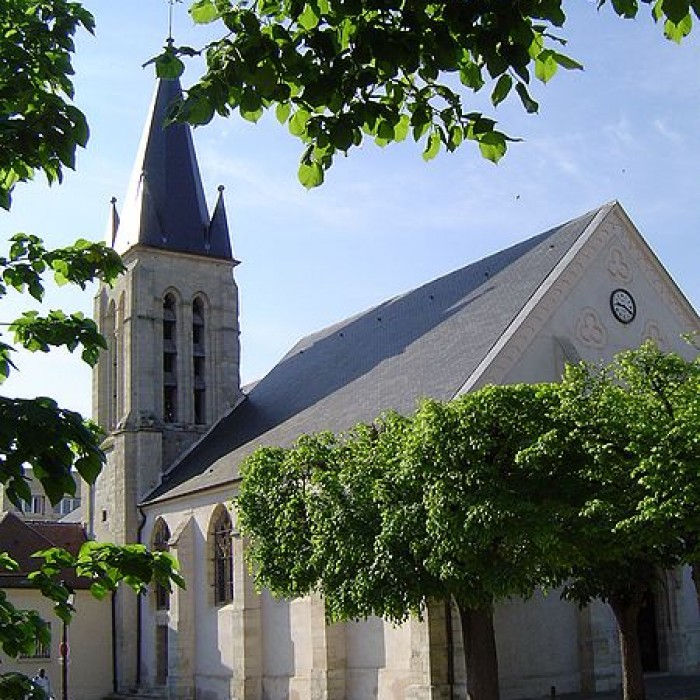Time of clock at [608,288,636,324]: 9:20
